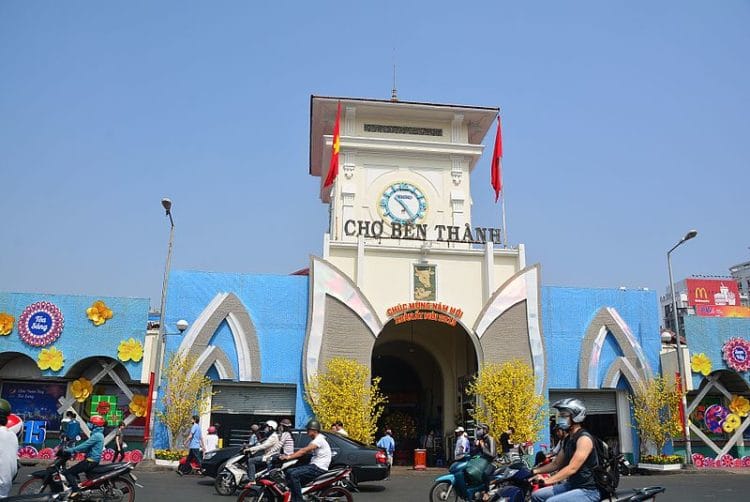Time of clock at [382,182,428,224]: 10:23
